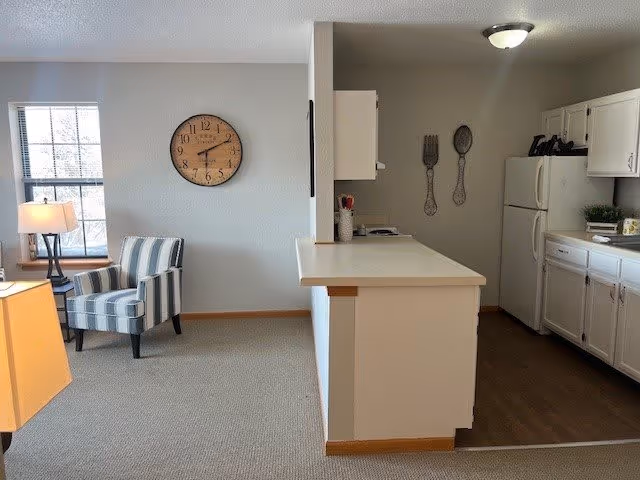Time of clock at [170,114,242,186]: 6:10
